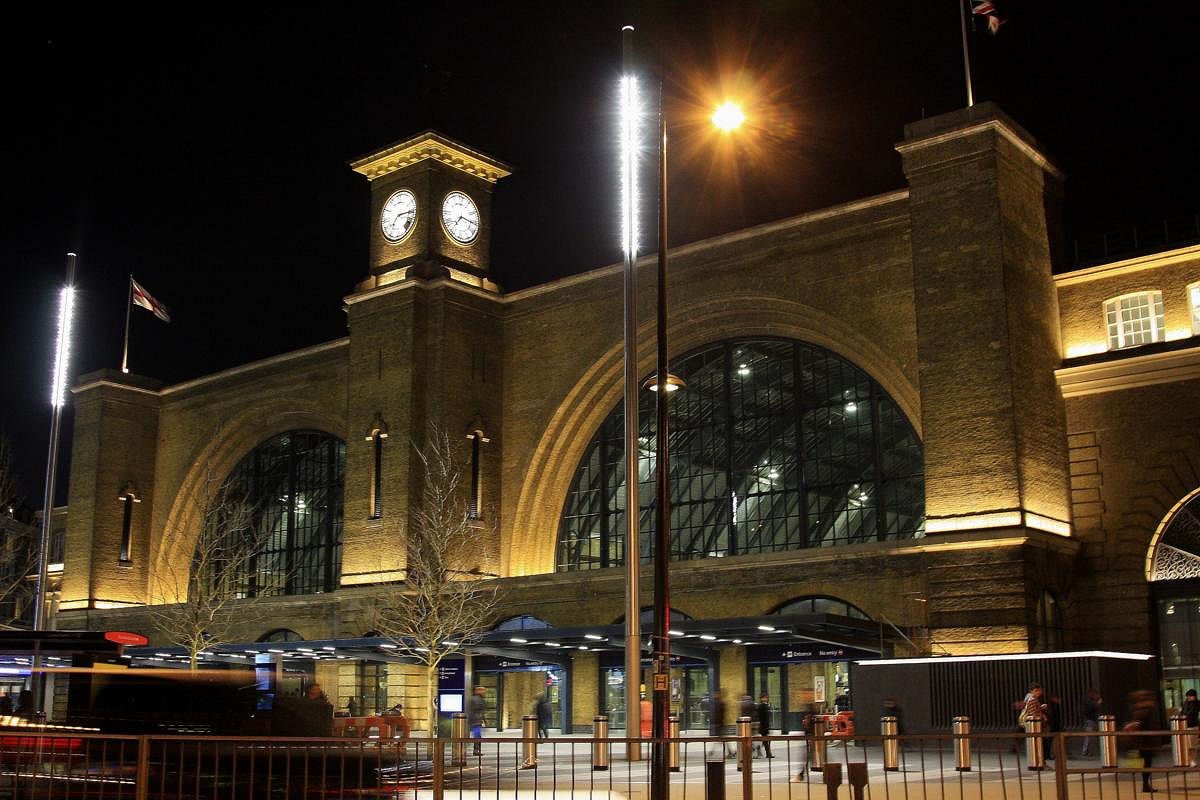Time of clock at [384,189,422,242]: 7:15
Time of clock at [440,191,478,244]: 7:15
